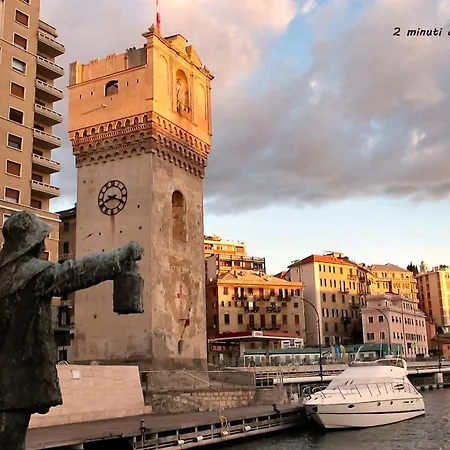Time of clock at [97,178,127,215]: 8:18
